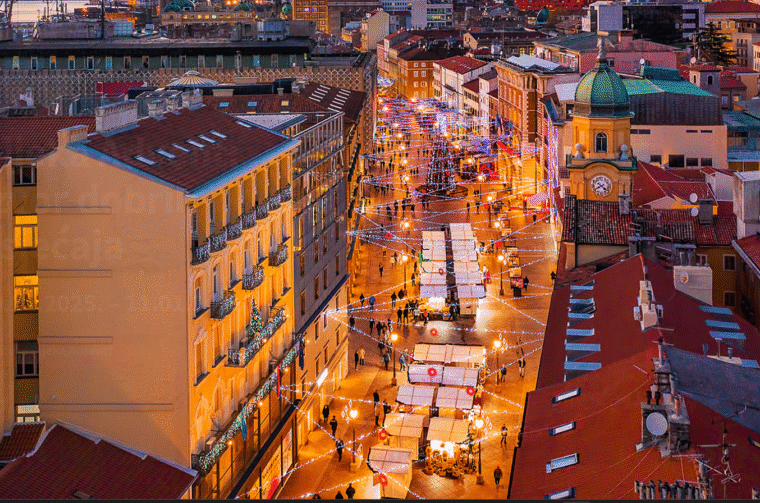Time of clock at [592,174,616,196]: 4:40
